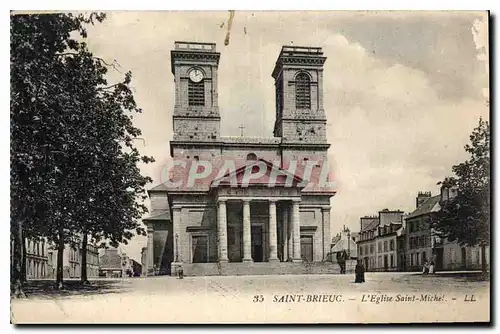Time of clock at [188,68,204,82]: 1:59
